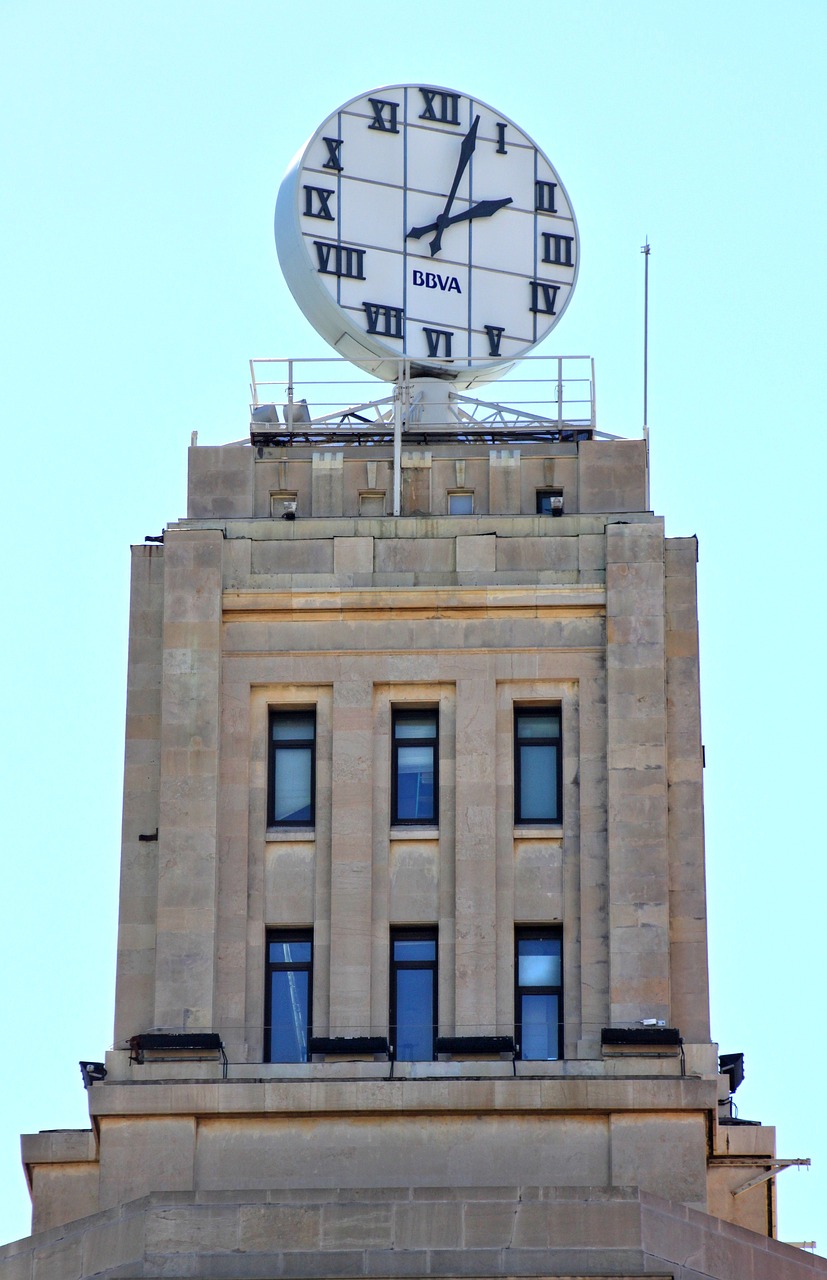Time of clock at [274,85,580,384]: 2:02
